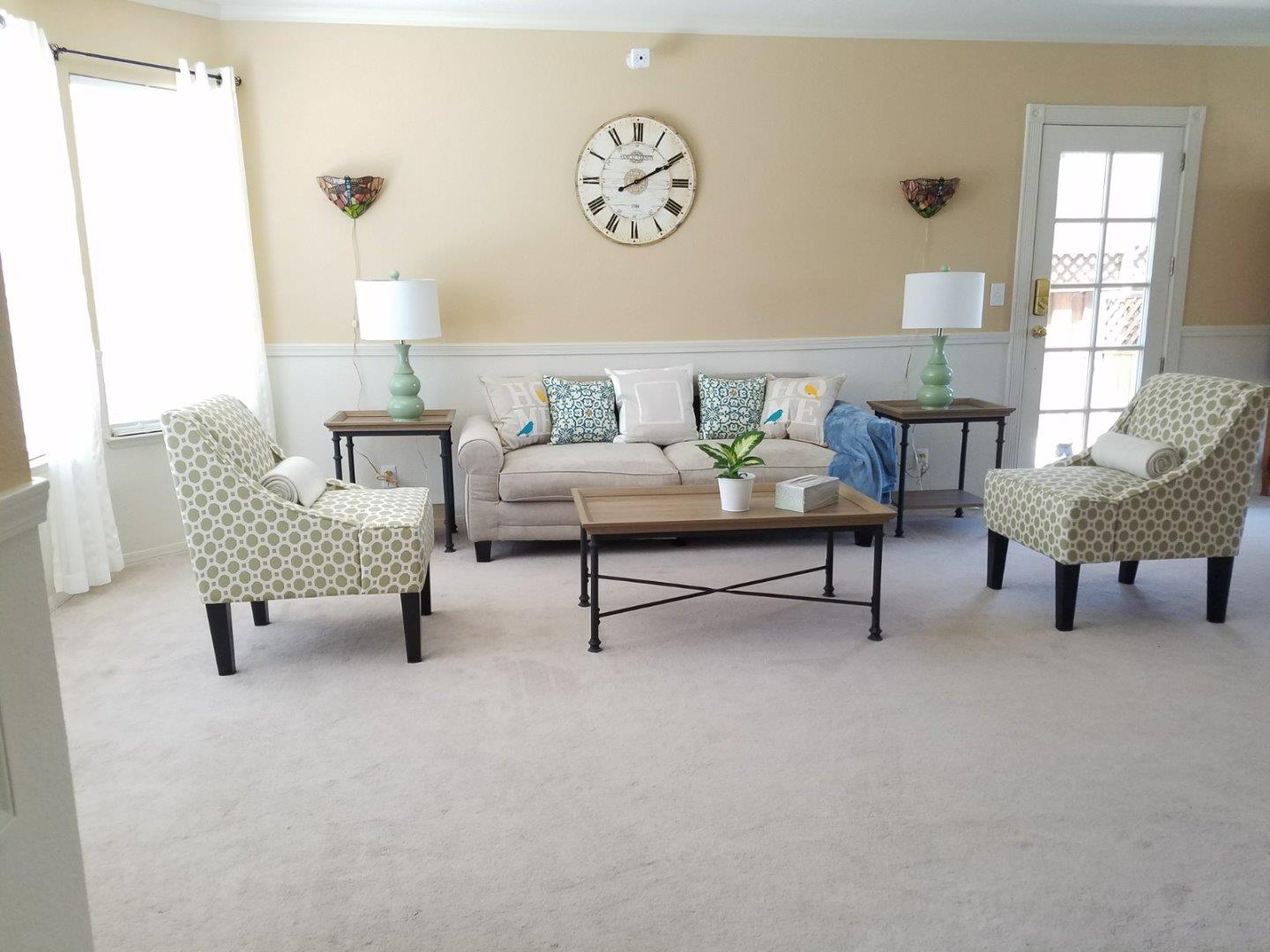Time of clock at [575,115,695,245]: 2:10
